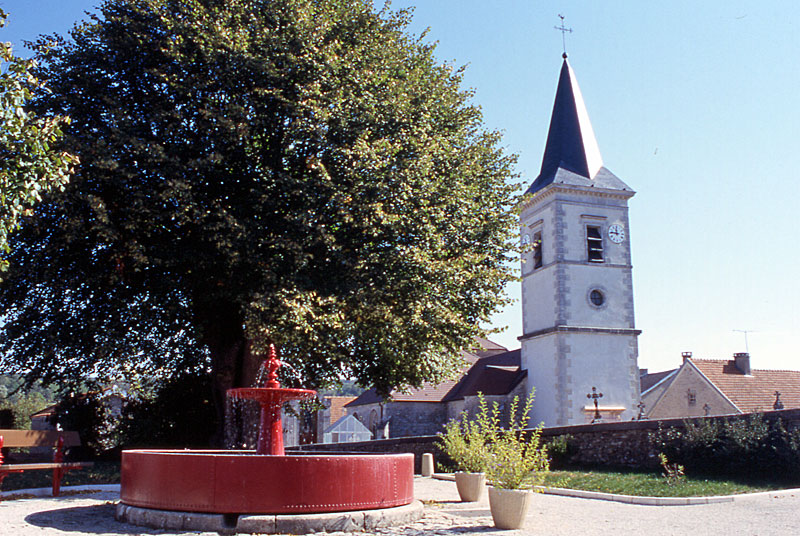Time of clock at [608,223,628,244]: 11:46
